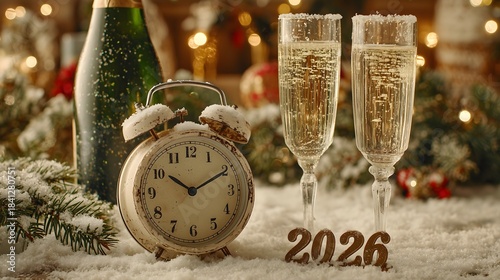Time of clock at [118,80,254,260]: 10:10
